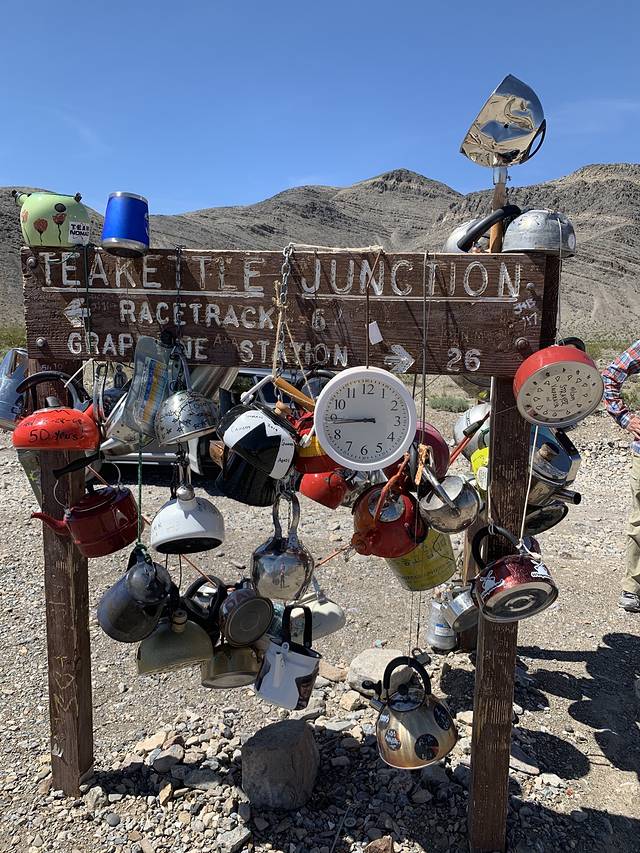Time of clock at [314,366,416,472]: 8:44
